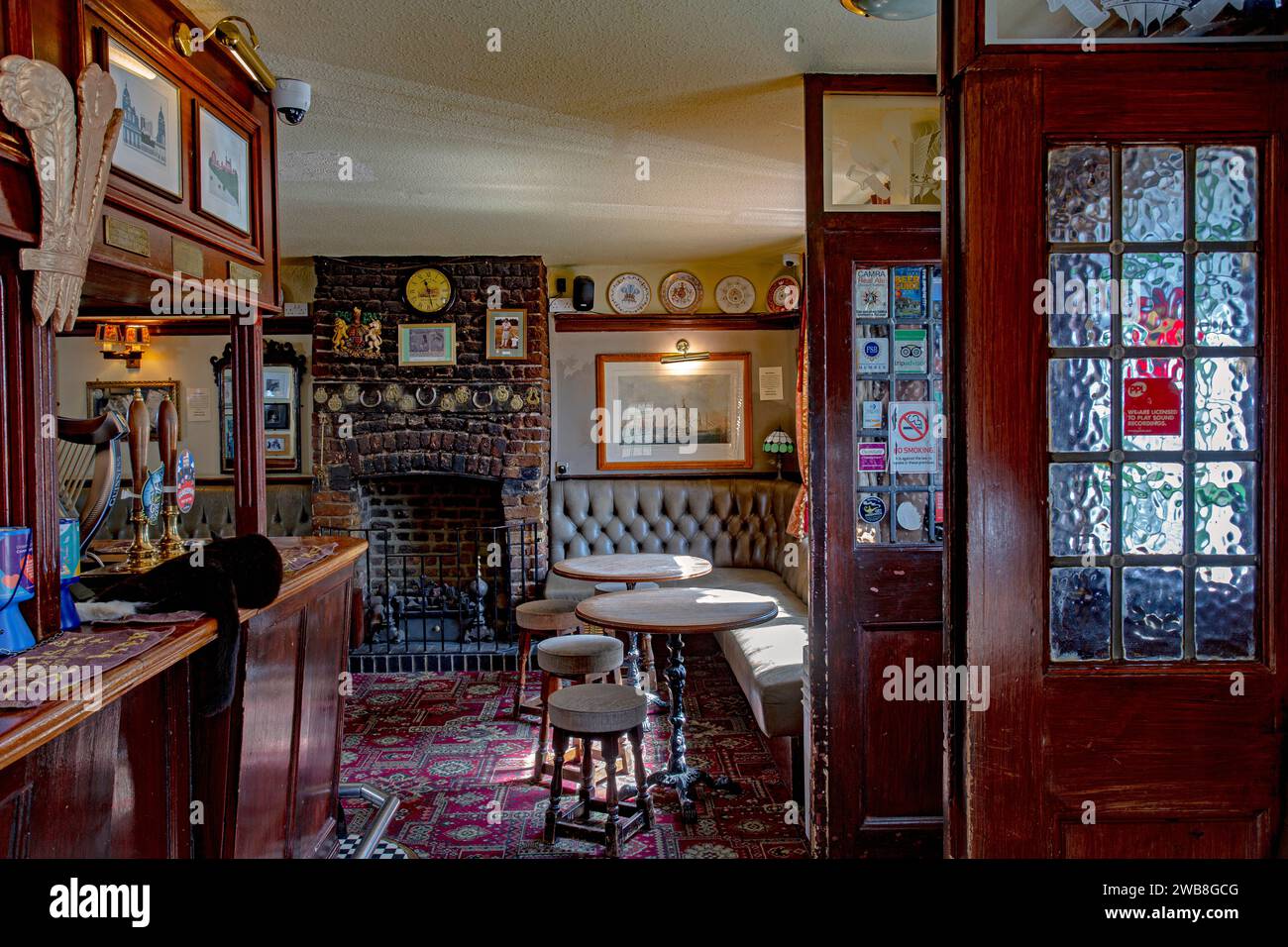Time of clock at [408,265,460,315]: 11:27
